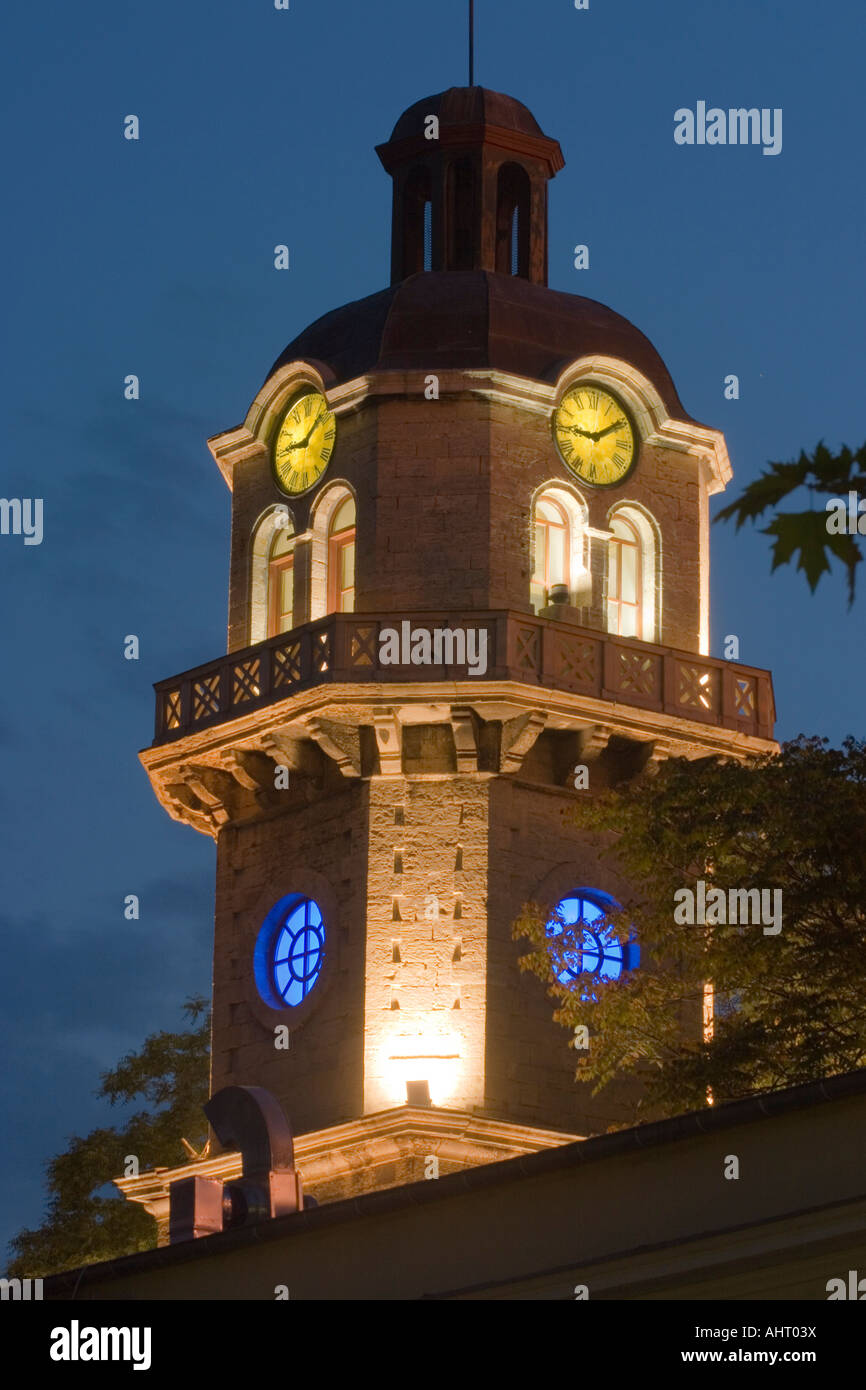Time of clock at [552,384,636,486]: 9:09
